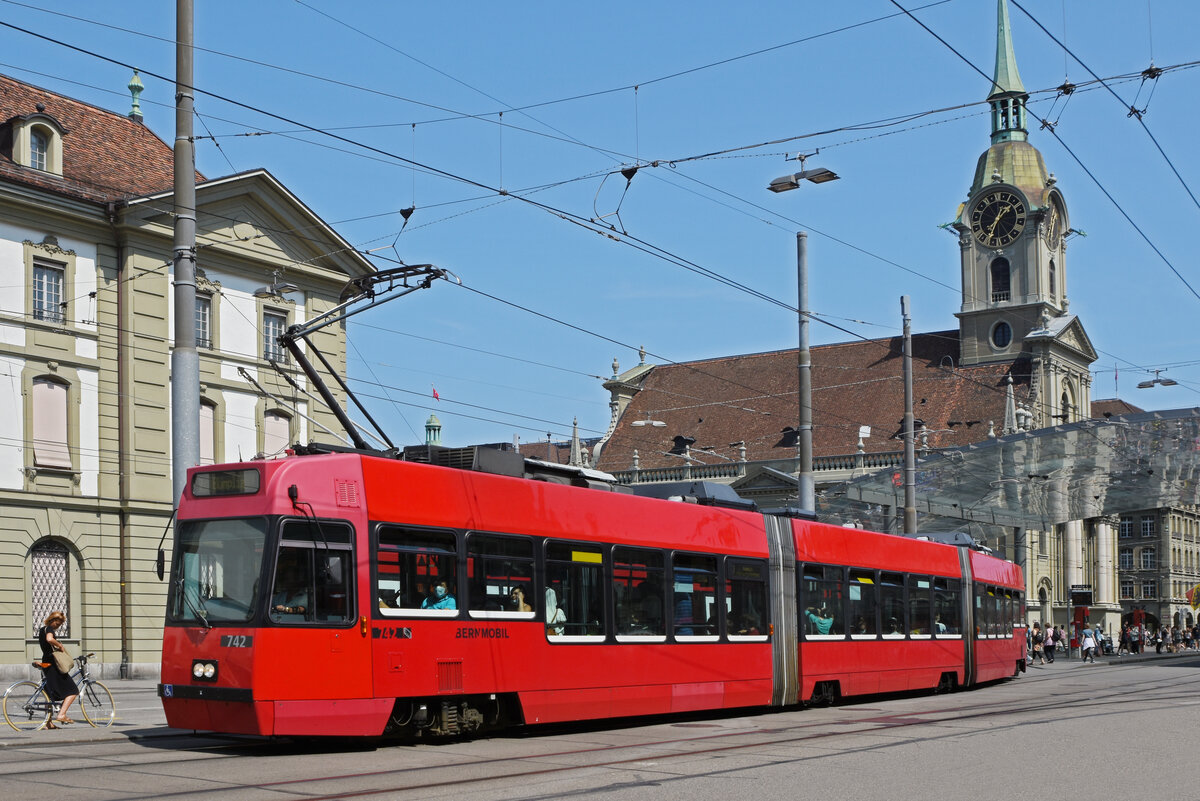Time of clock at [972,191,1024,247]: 1:33
